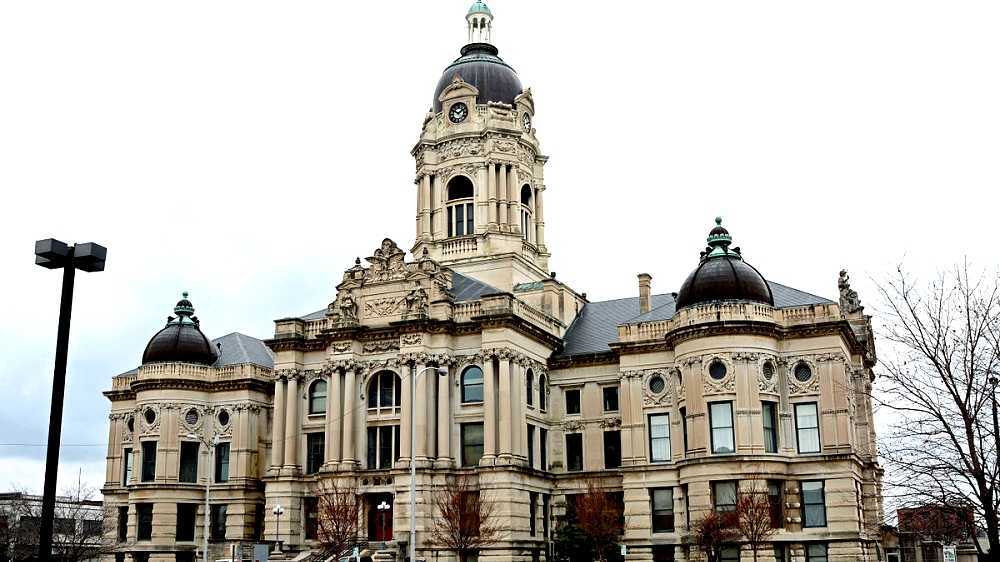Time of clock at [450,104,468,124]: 1:50
